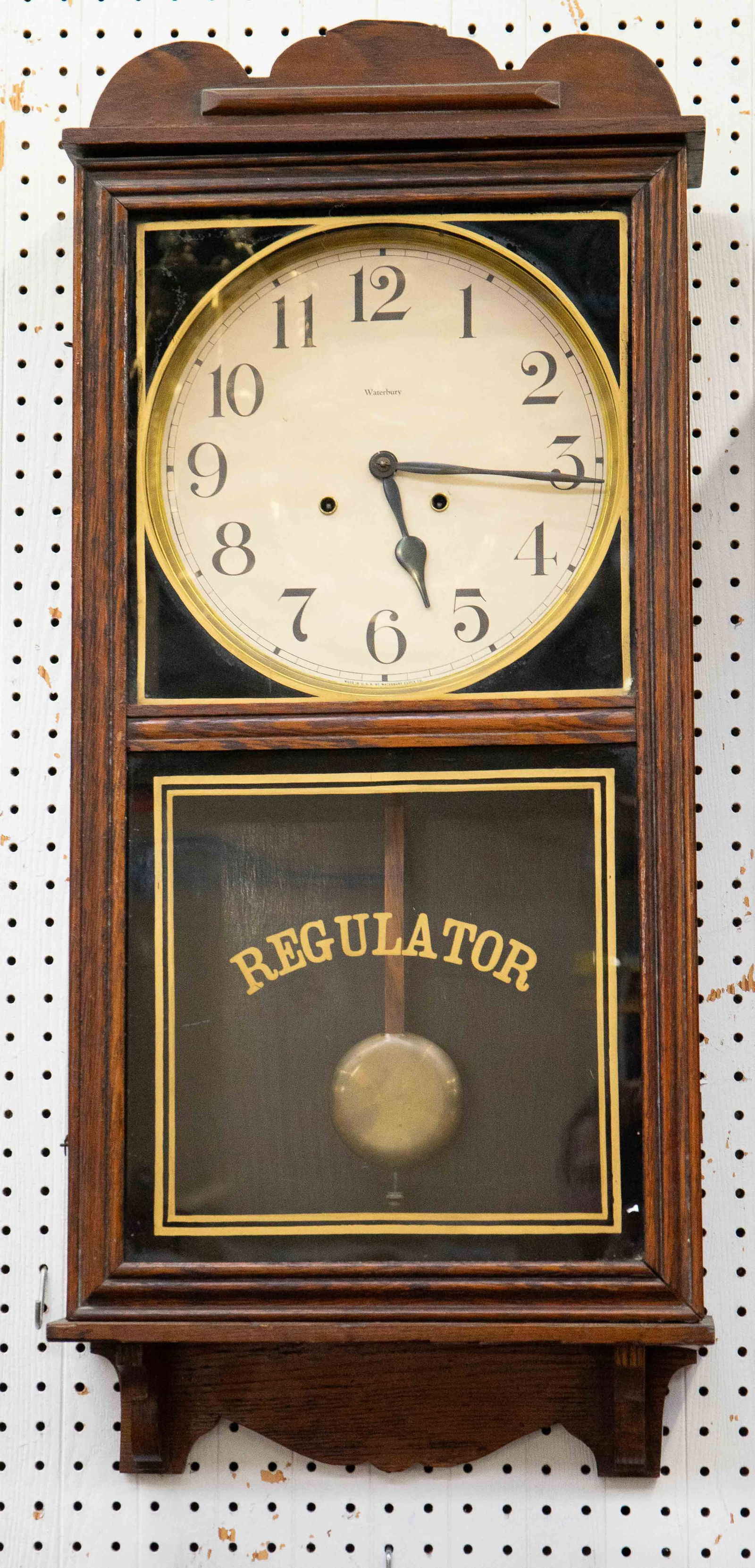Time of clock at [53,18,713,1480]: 5:15
